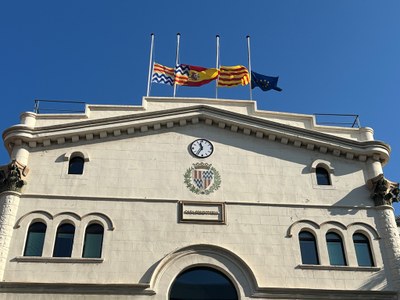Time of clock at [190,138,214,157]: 11:35
